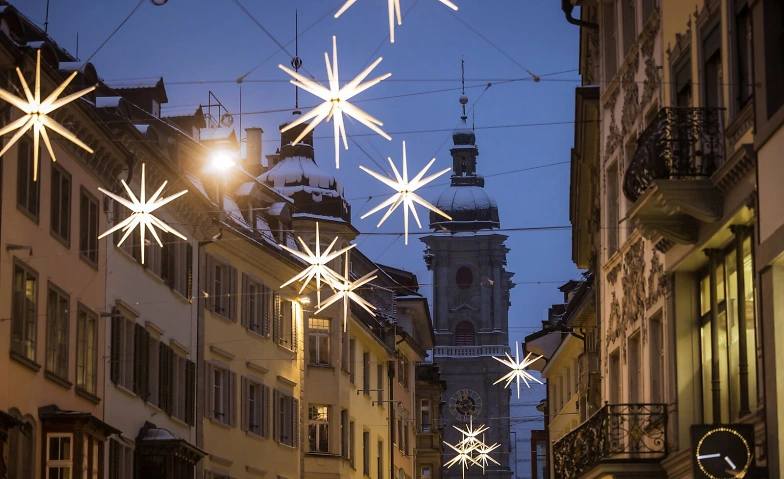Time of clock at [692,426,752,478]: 4:44
